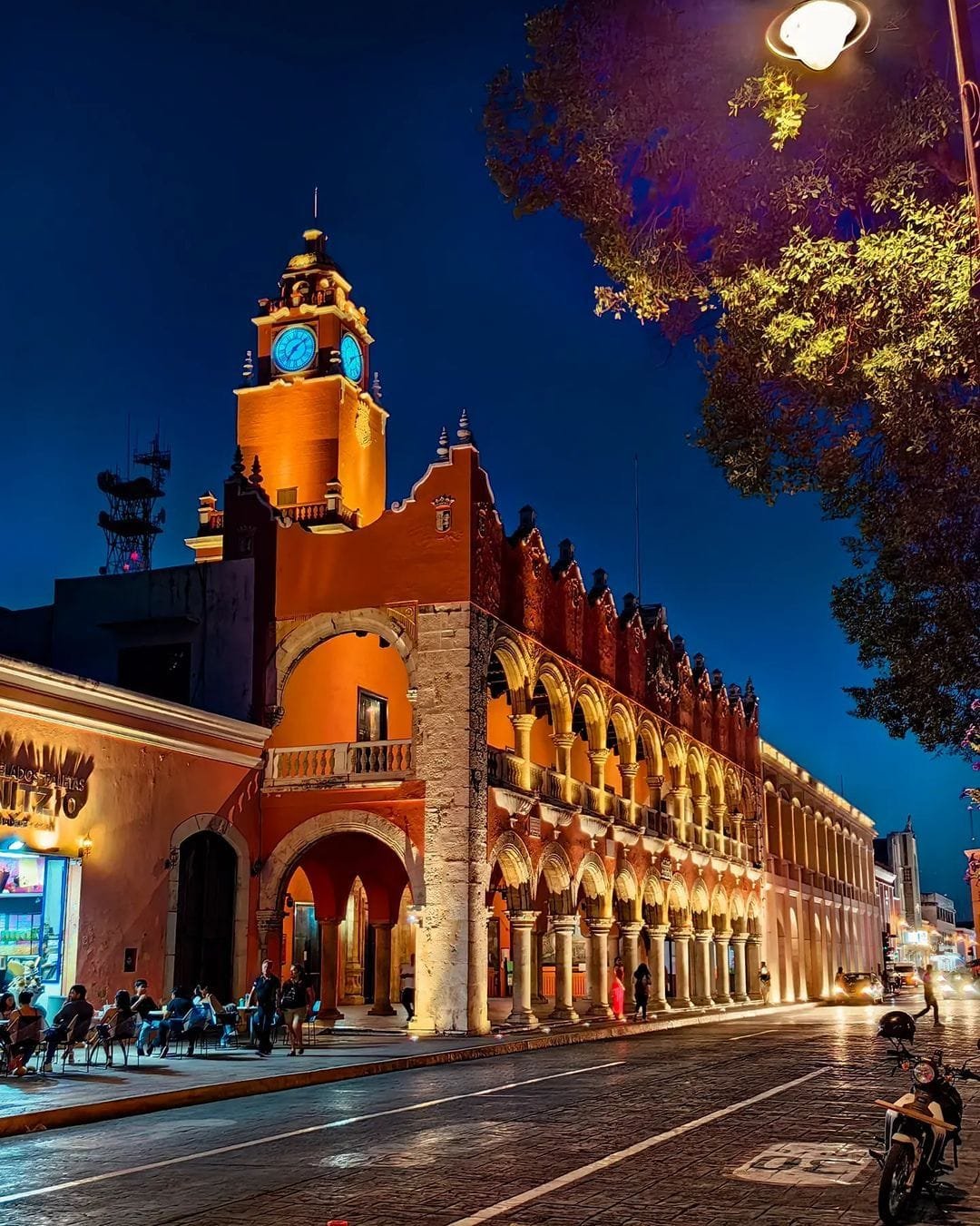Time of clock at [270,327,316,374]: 7:08
